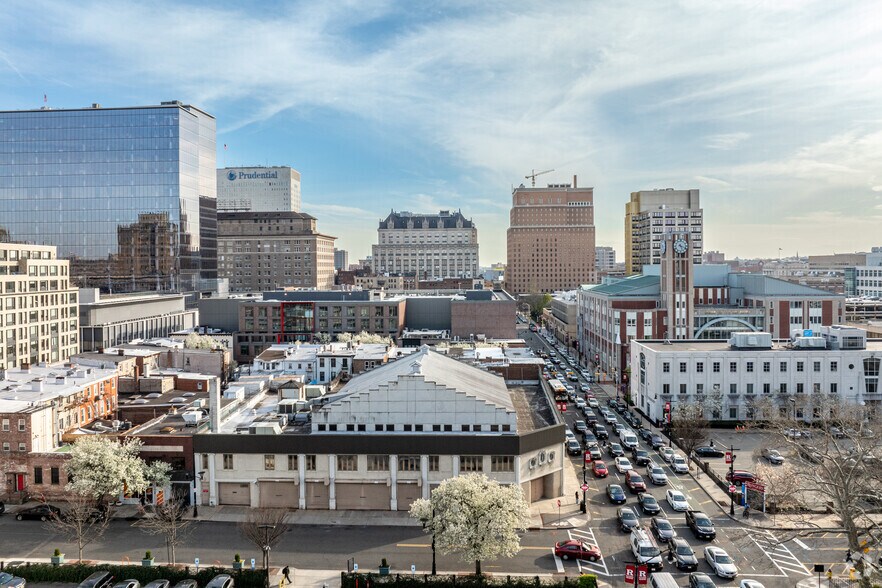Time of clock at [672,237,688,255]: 5:18
